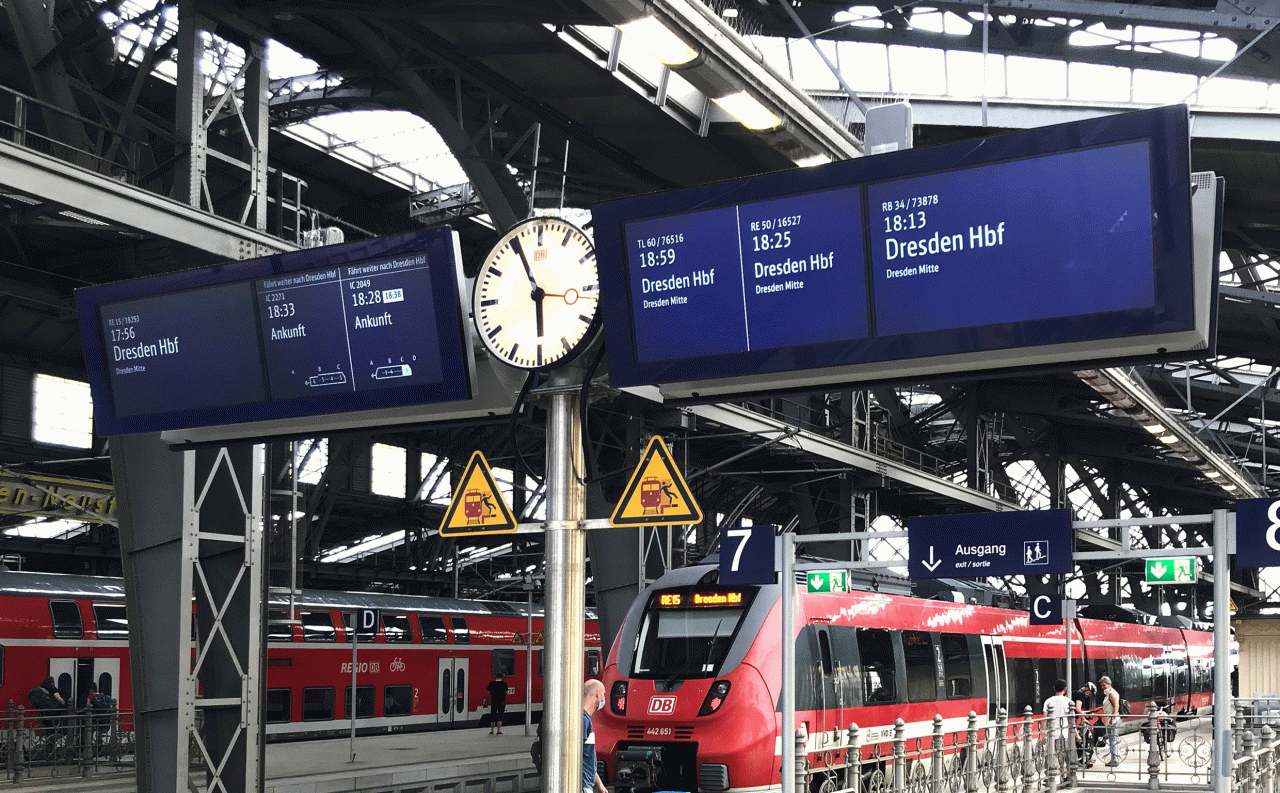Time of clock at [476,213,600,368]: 5:55
